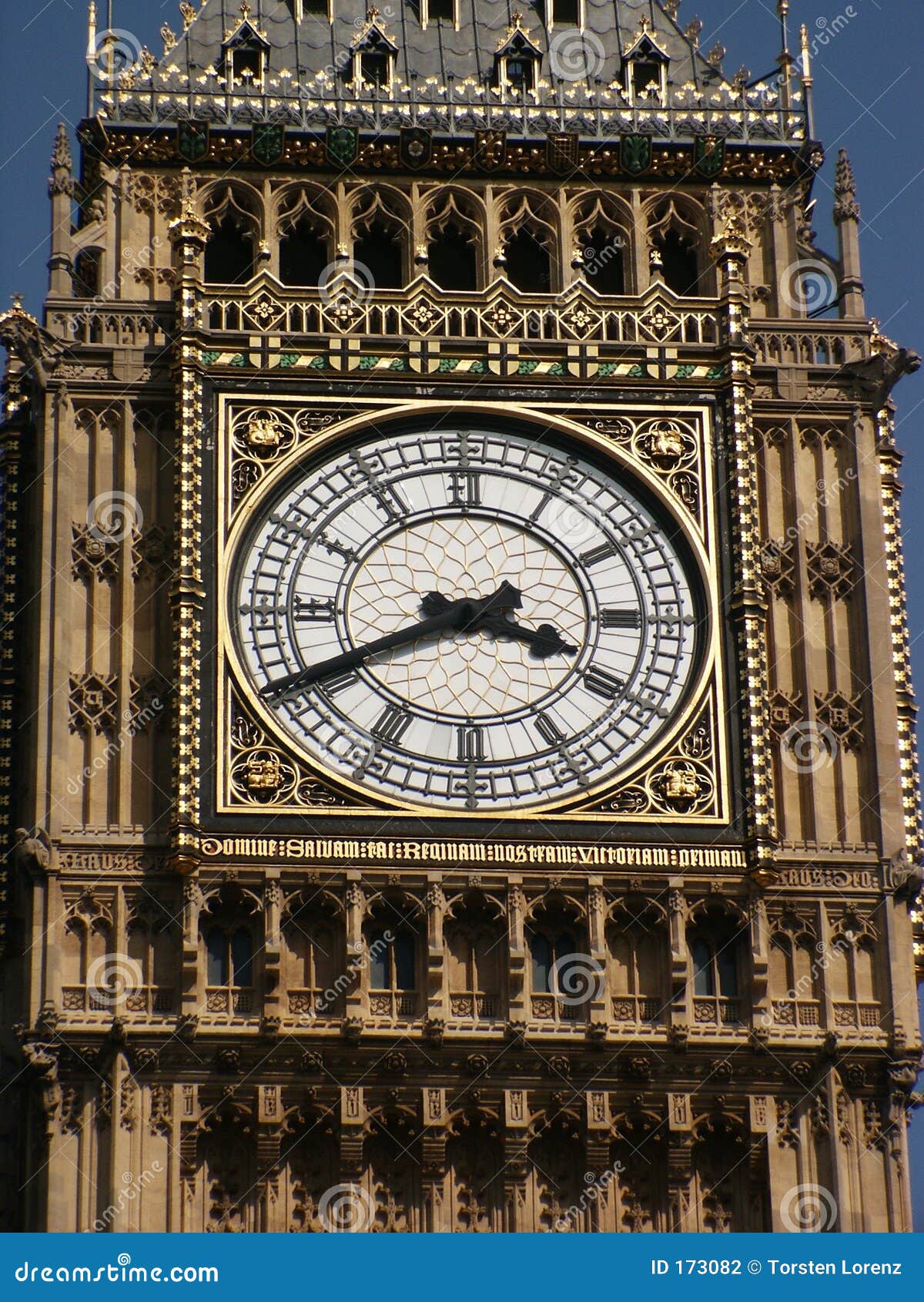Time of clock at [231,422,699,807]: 3:40
